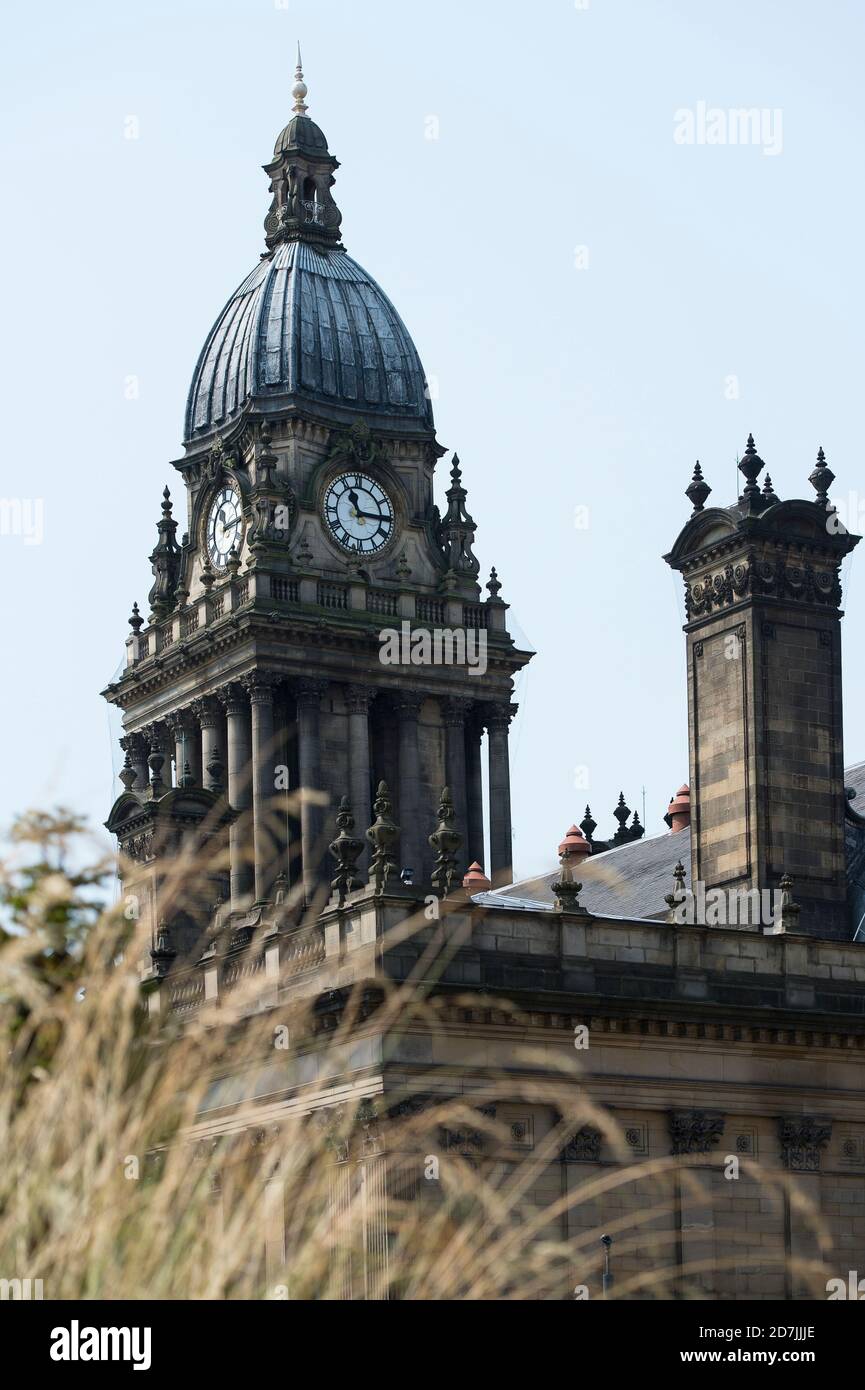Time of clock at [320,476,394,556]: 11:15
